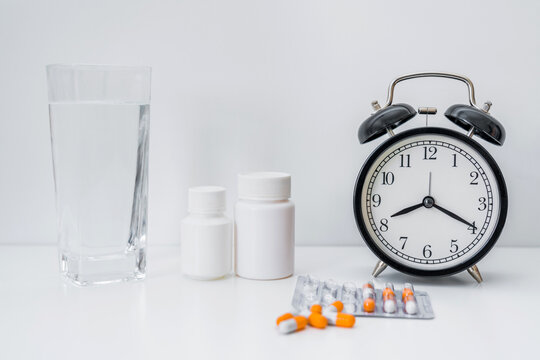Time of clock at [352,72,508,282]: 8:19
